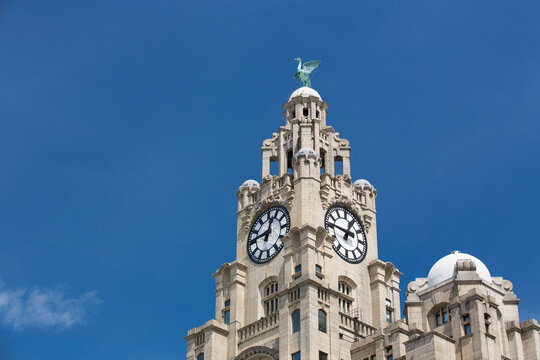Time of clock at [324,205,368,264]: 12:46
